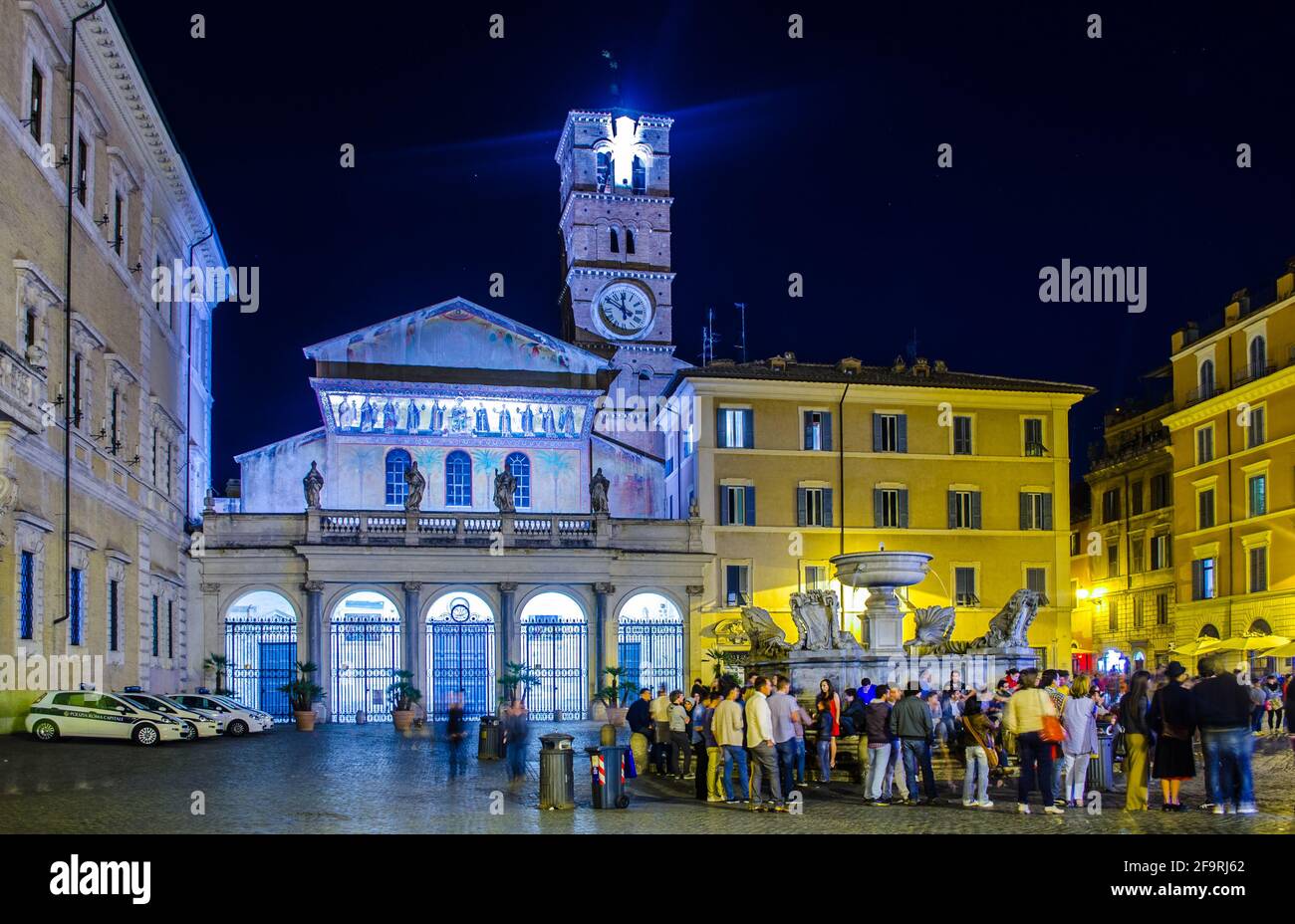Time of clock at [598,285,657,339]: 11:49
